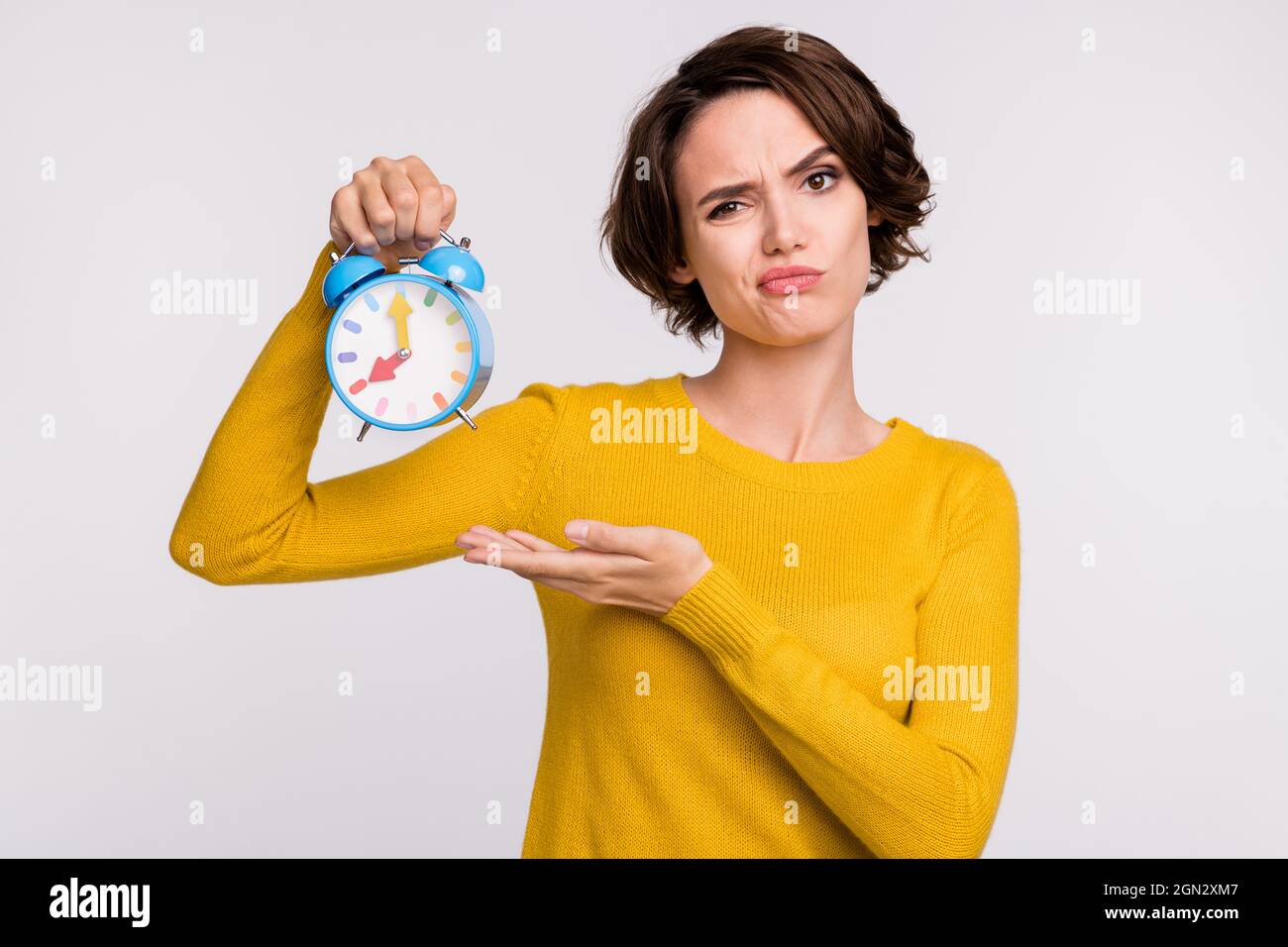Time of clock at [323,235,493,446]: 7:59
